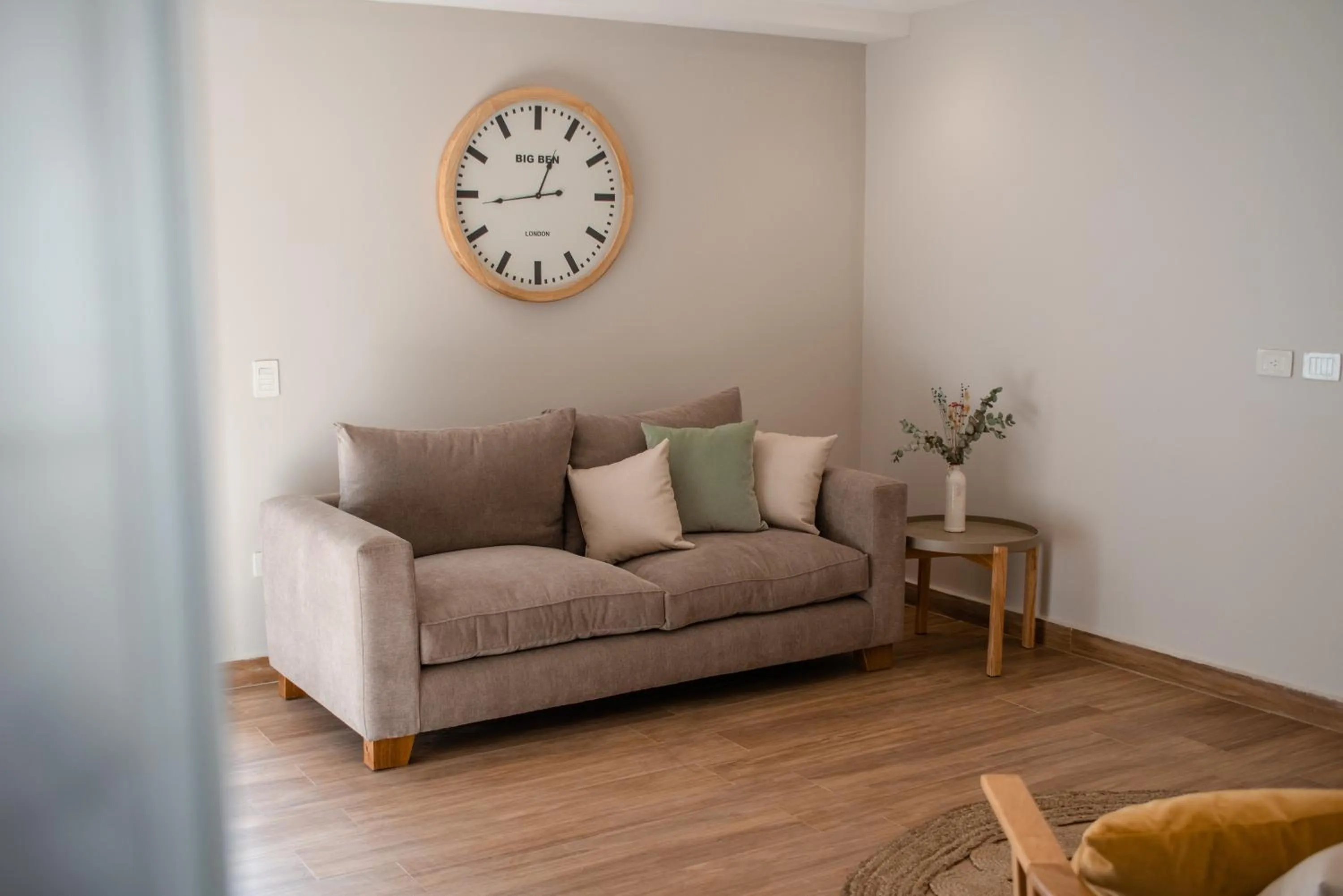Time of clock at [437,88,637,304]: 12:43
